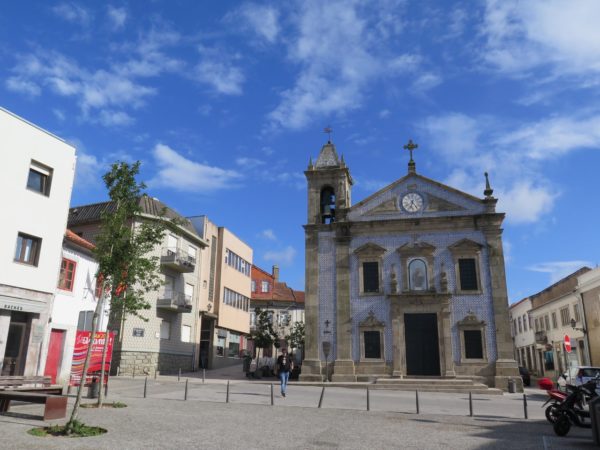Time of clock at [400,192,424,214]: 6:23
